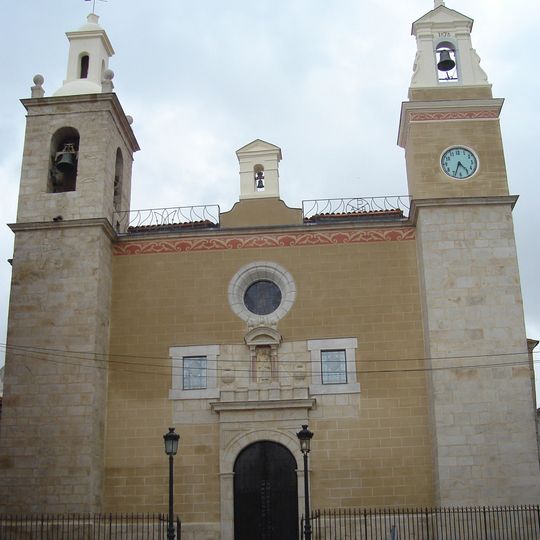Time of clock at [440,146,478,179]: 4:34
